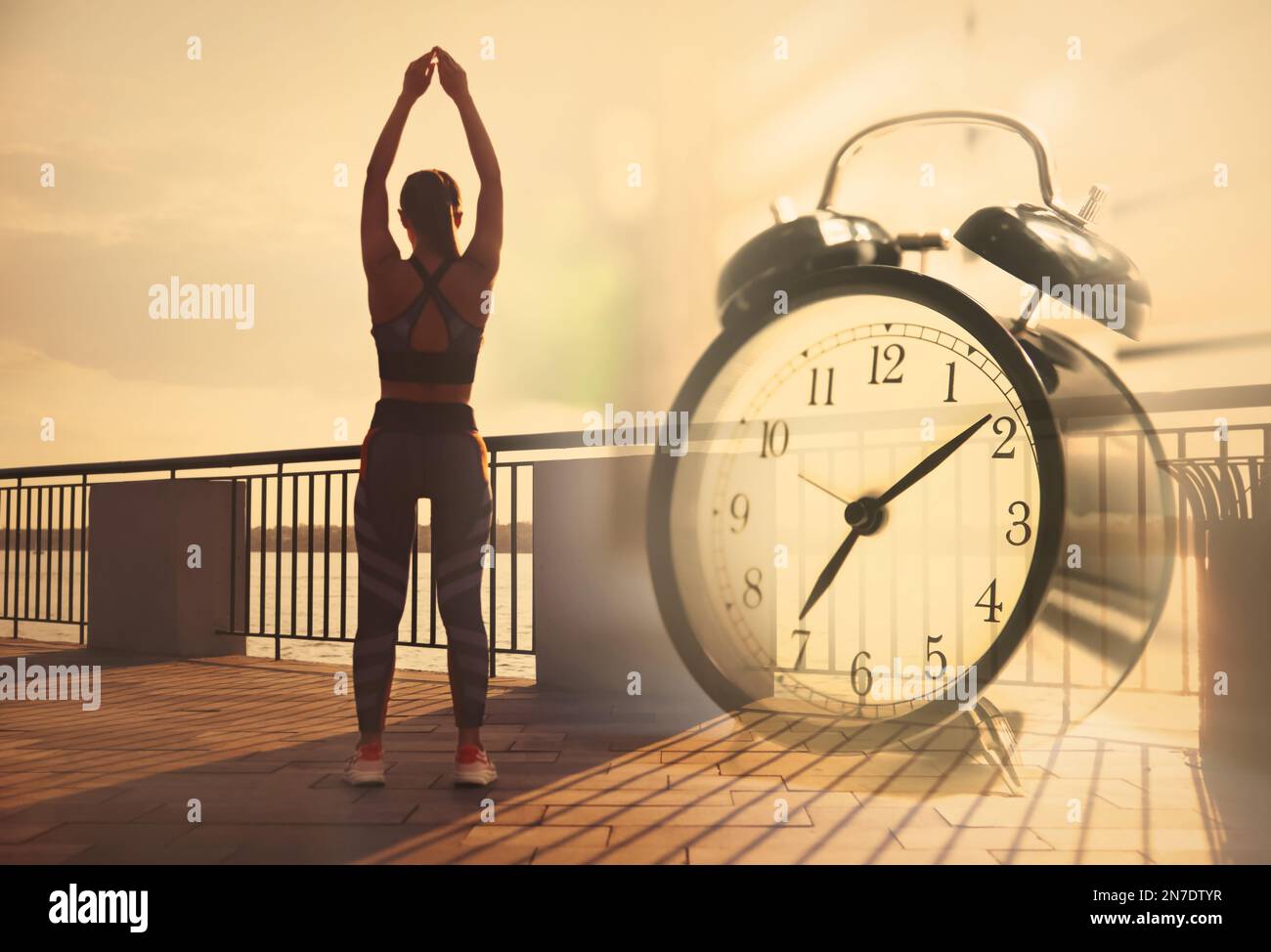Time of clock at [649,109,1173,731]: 7:09
